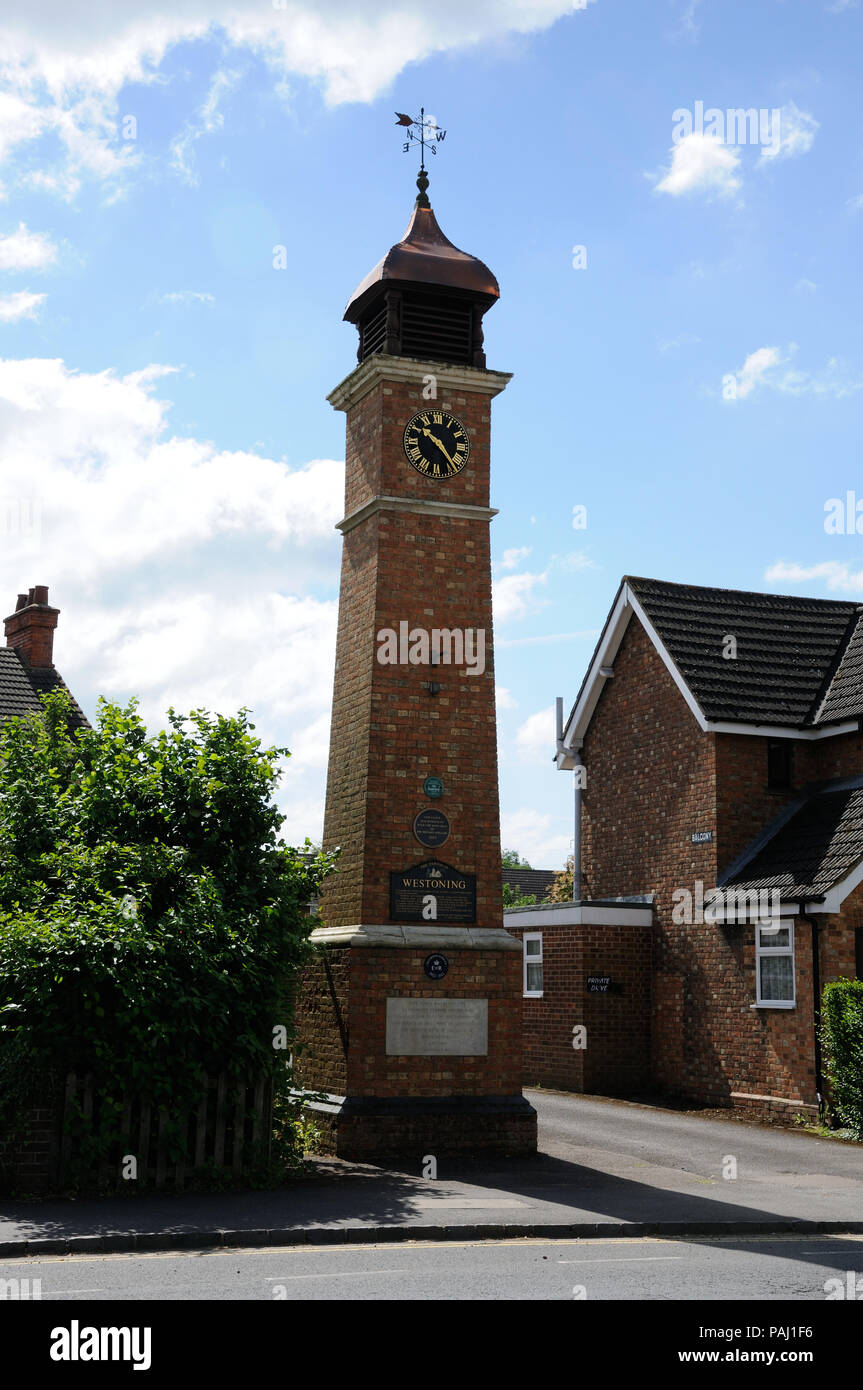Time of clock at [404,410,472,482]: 10:23
